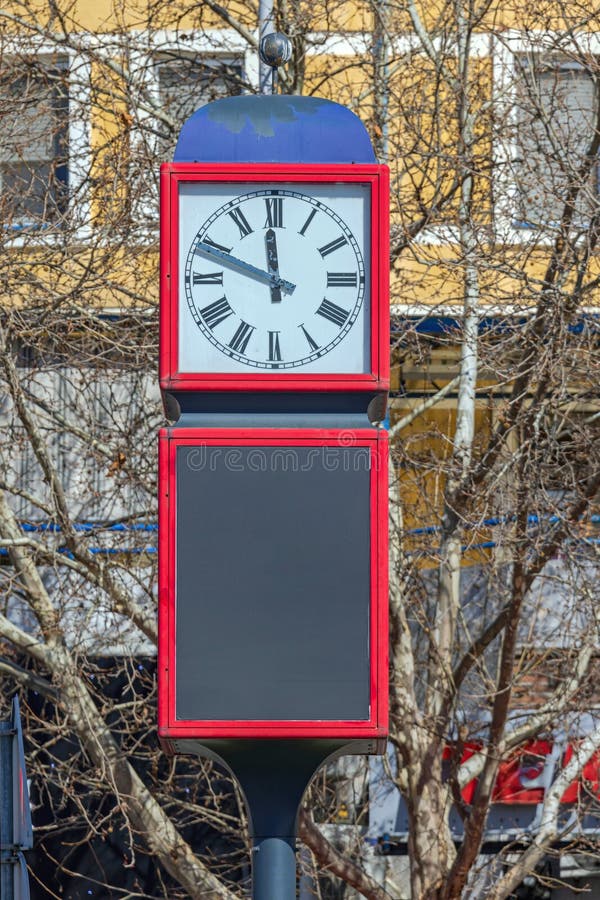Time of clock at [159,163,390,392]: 11:48
